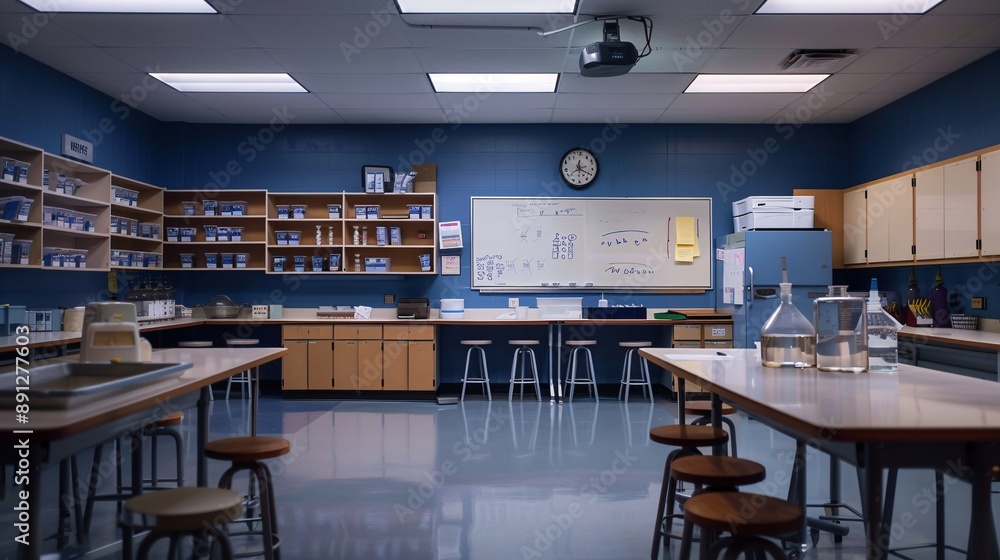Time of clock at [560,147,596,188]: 12:19
